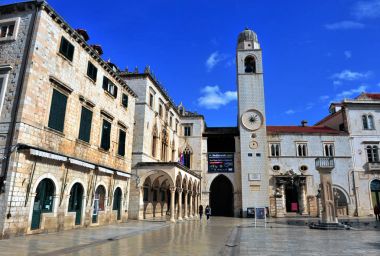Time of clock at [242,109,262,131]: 3:07
